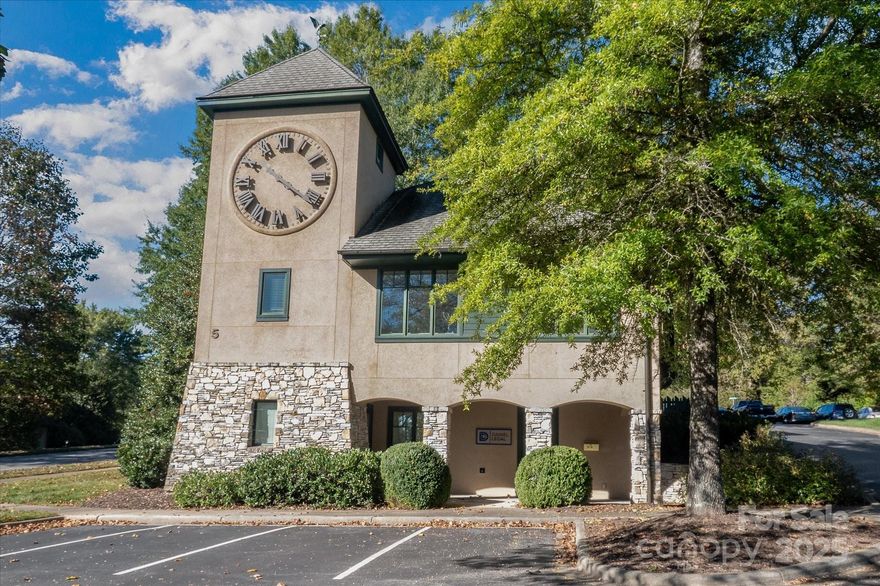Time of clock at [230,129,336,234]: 4:21
